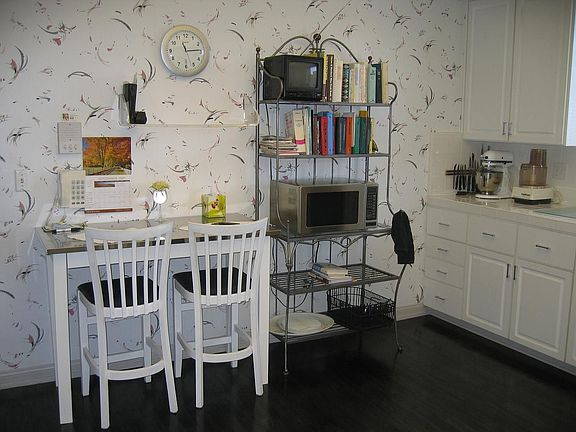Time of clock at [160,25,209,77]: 11:14
